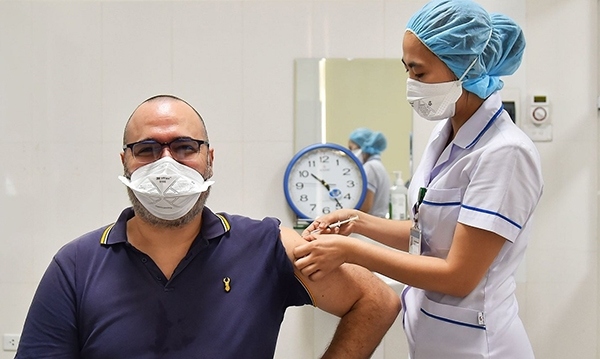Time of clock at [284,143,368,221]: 10:24
